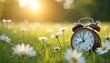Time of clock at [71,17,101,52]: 7:54
